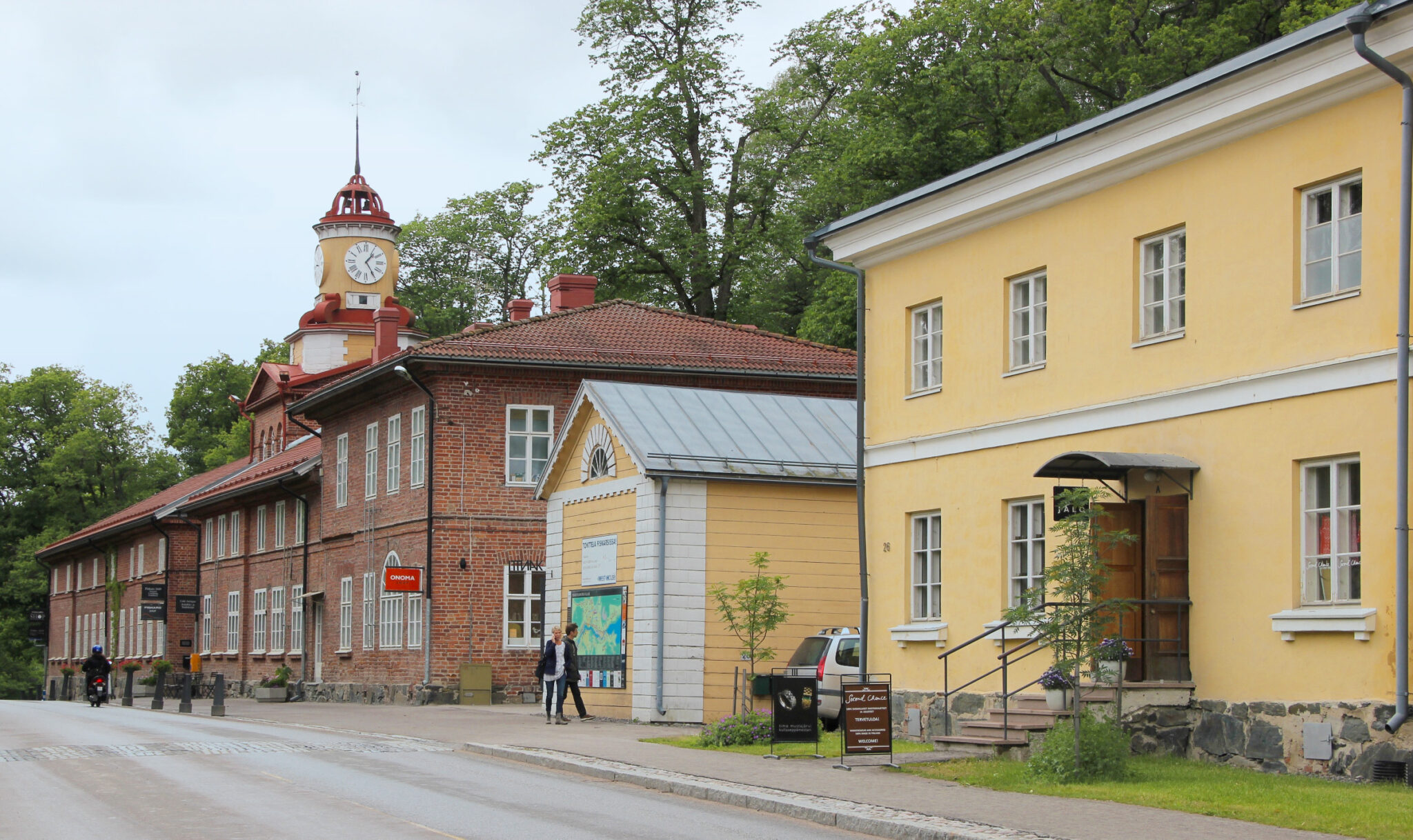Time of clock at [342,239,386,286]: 1:24
